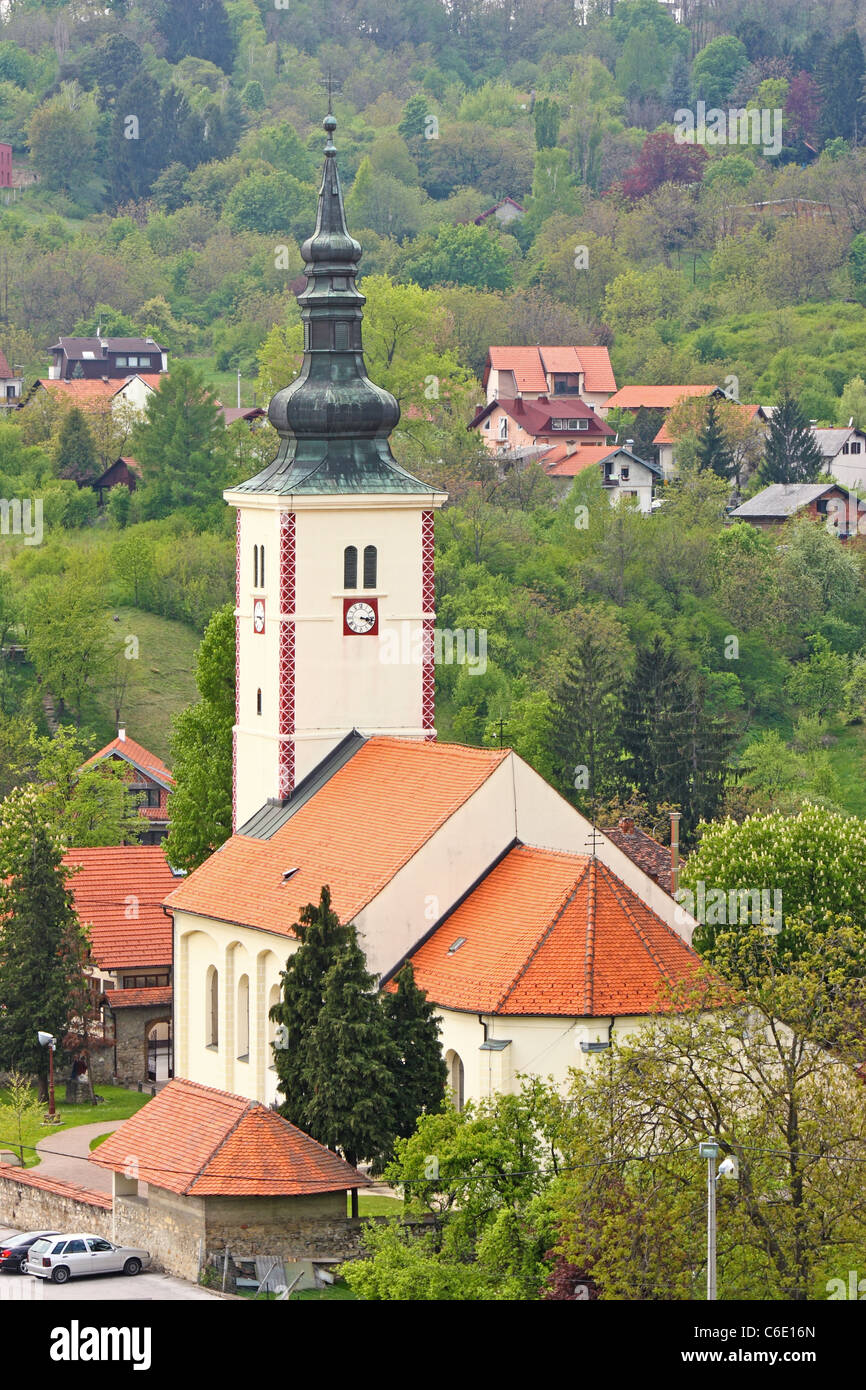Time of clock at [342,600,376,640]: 3:17
